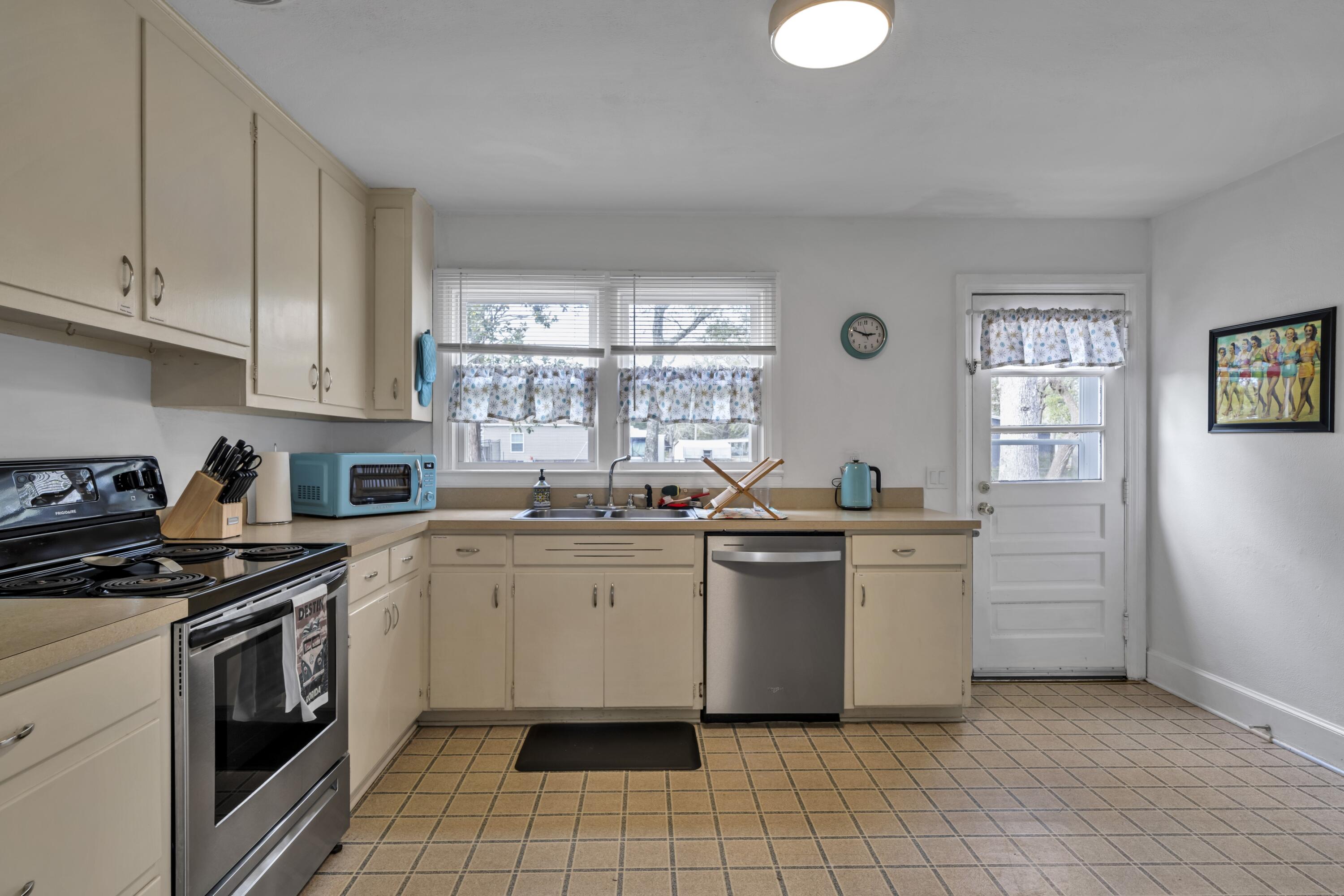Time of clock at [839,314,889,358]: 2:48
